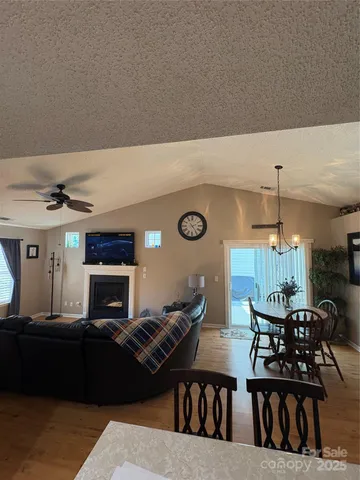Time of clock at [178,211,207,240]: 2:24
